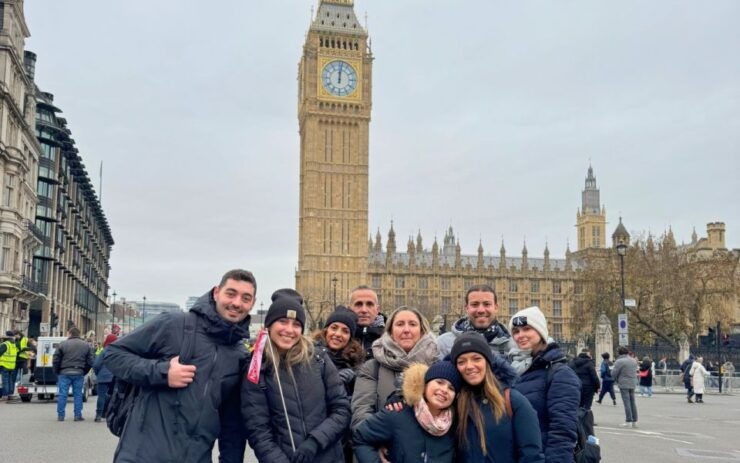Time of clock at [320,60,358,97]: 12:01
